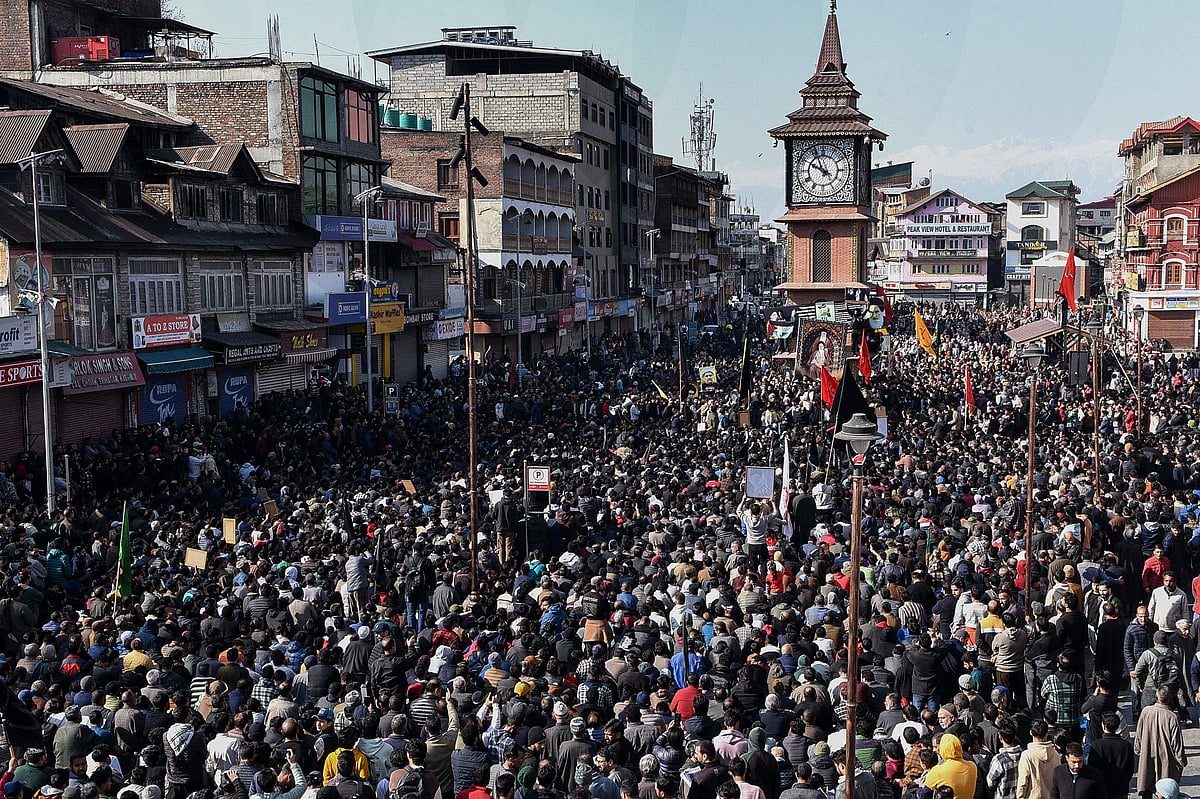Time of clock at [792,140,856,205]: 9:56
